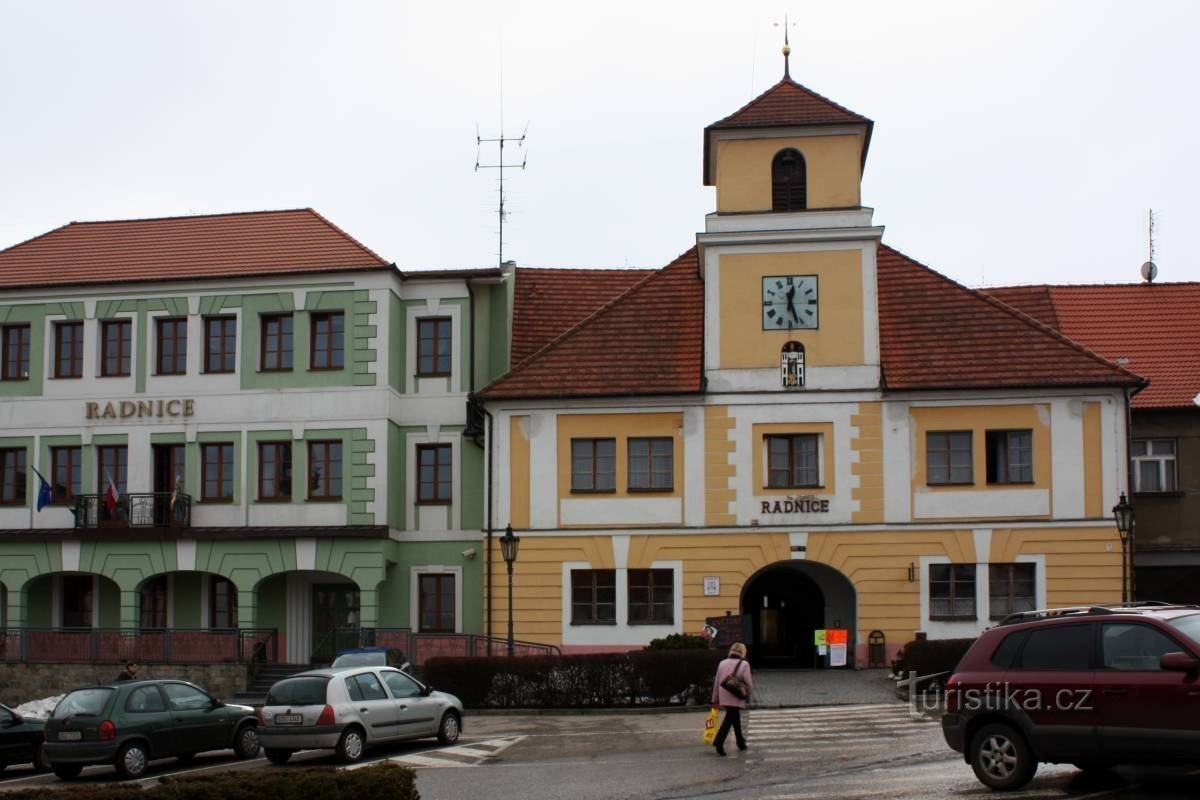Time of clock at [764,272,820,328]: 12:26
